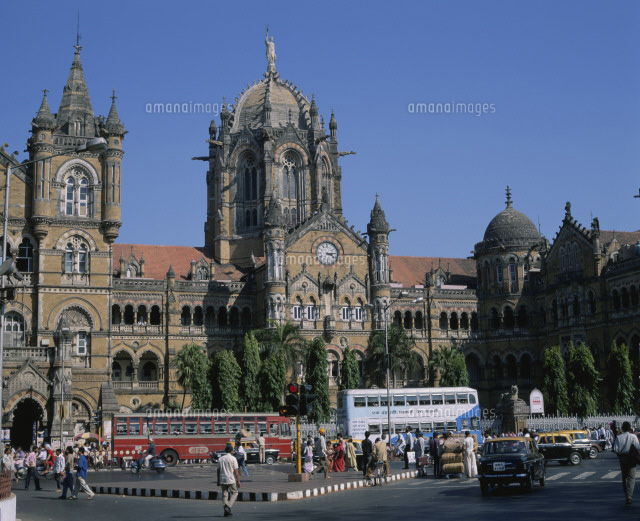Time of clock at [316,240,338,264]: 3:14
